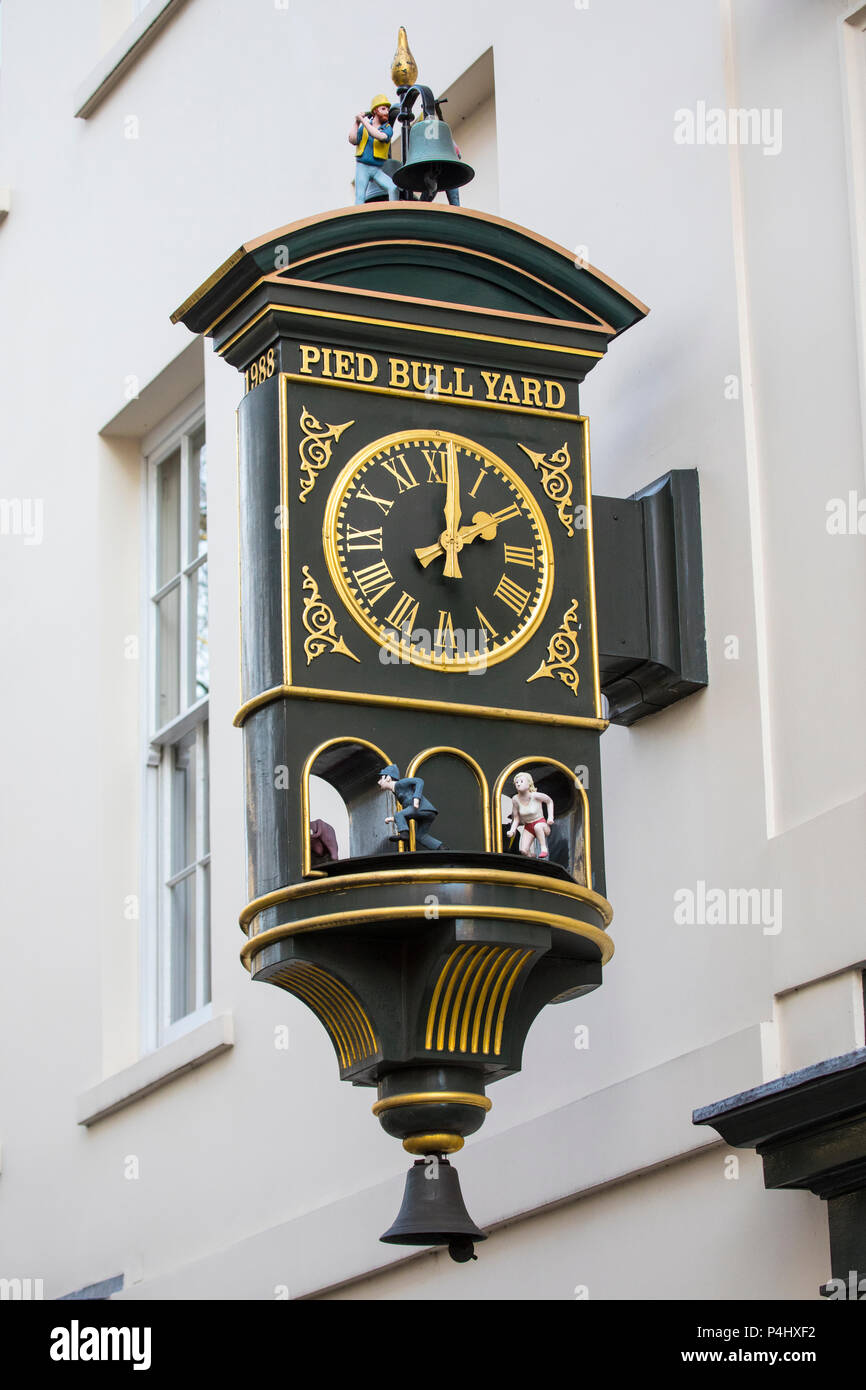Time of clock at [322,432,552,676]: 2:01
